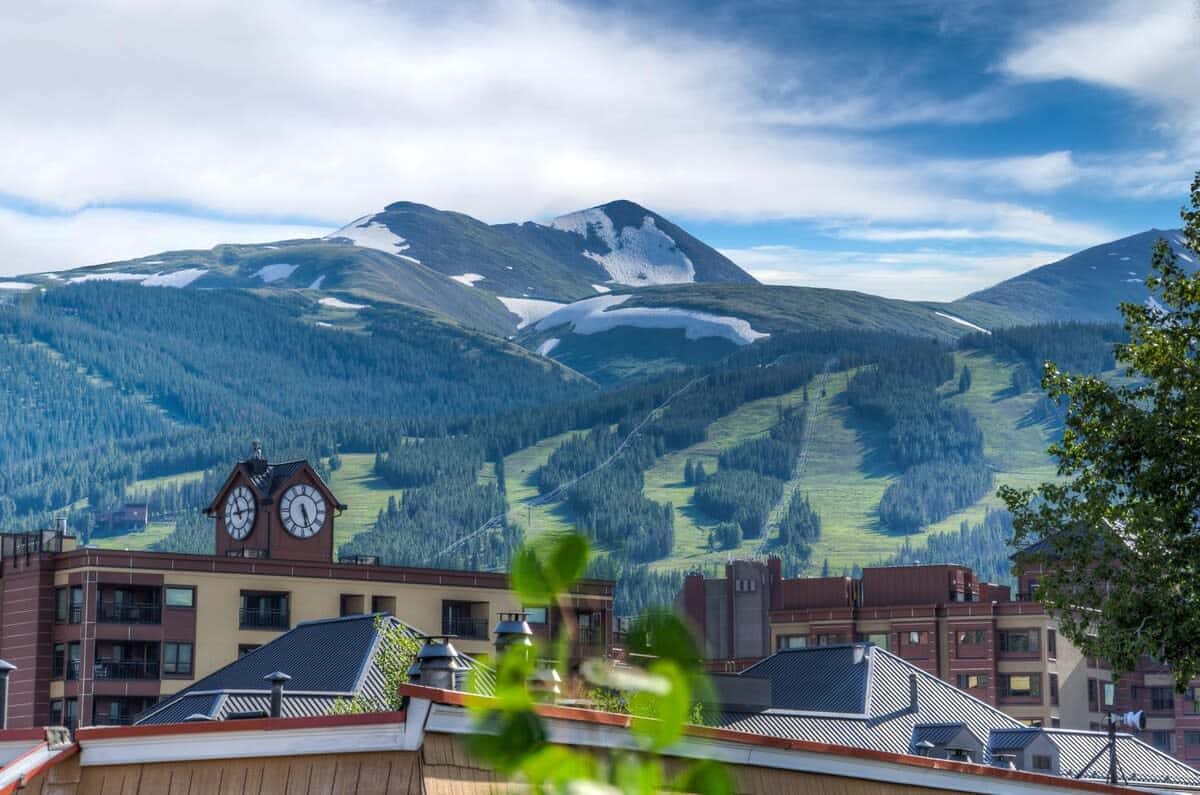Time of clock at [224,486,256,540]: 11:13
